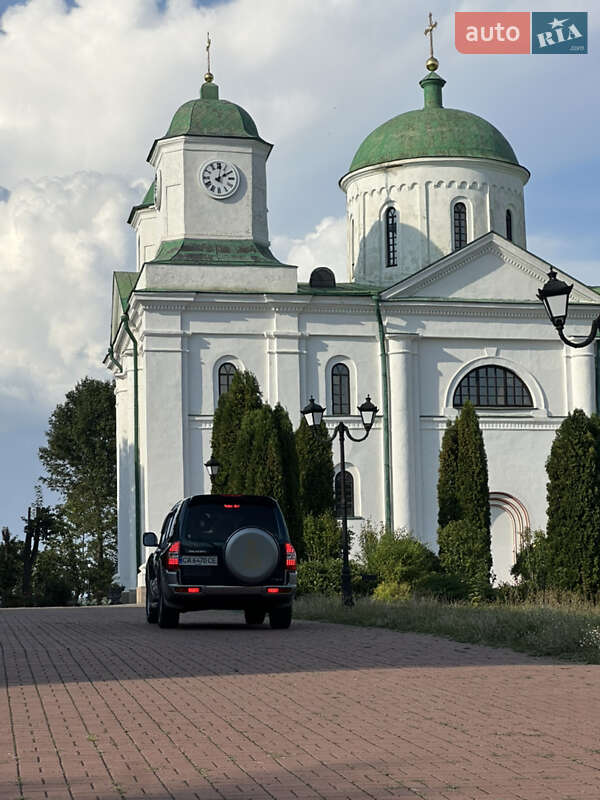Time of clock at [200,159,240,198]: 2:01
